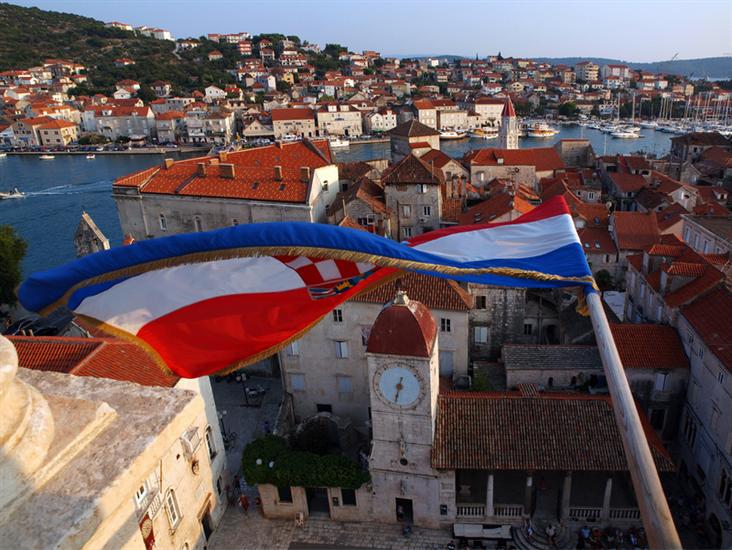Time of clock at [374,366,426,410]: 6:32
